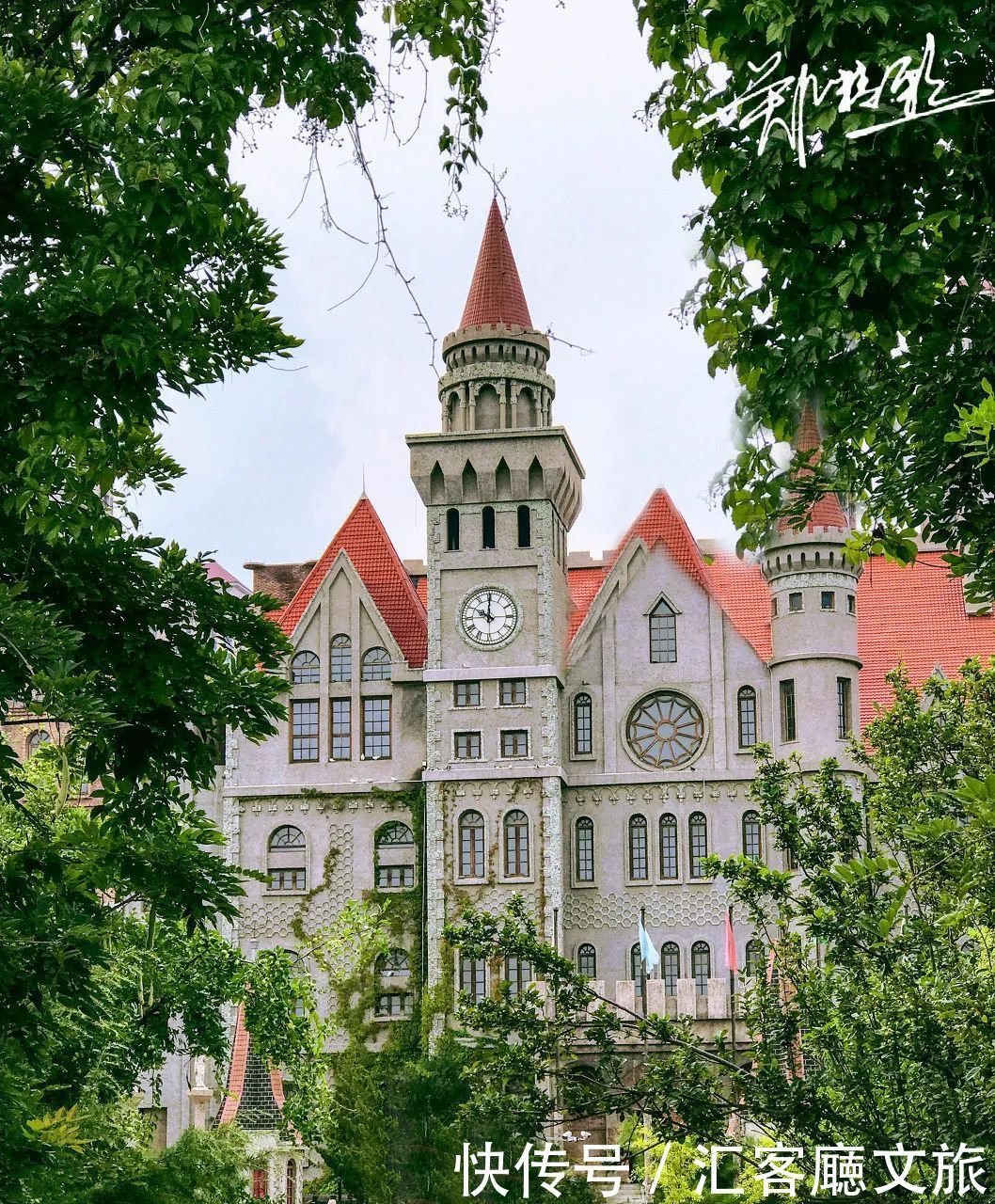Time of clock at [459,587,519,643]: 10:00
